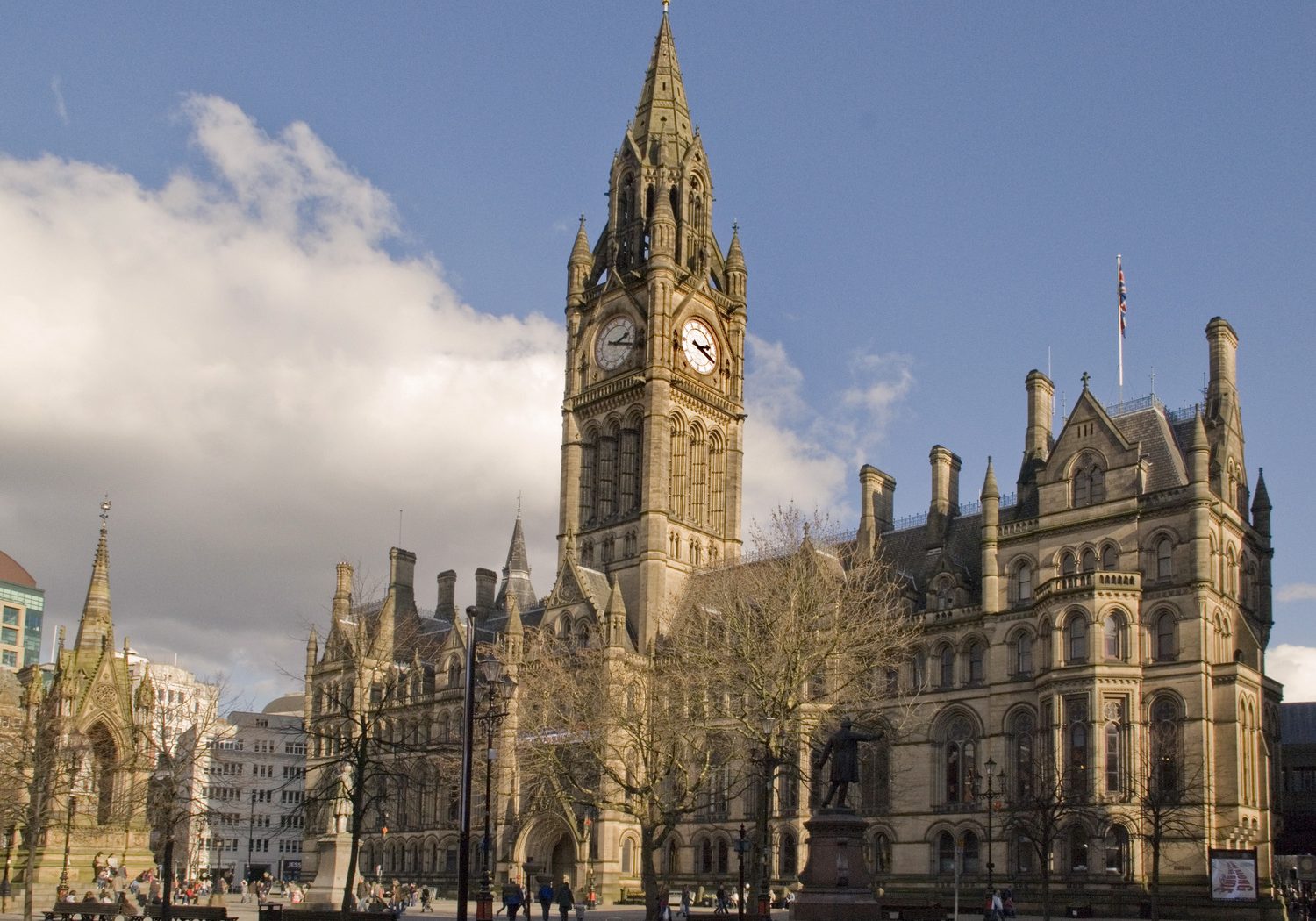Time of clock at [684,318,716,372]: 2:18
